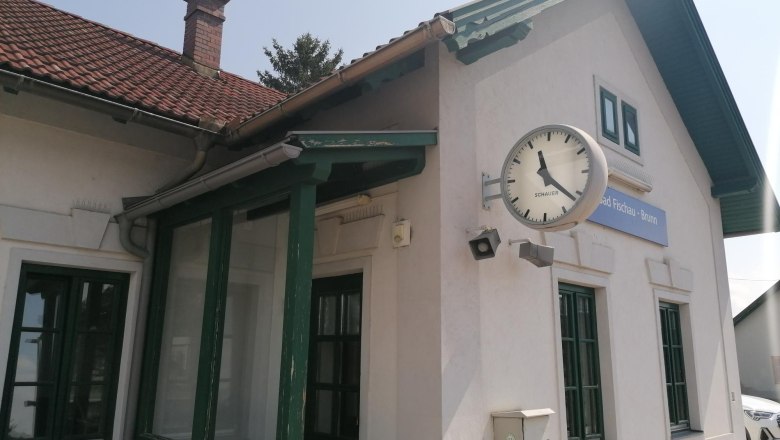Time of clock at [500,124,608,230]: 11:21
